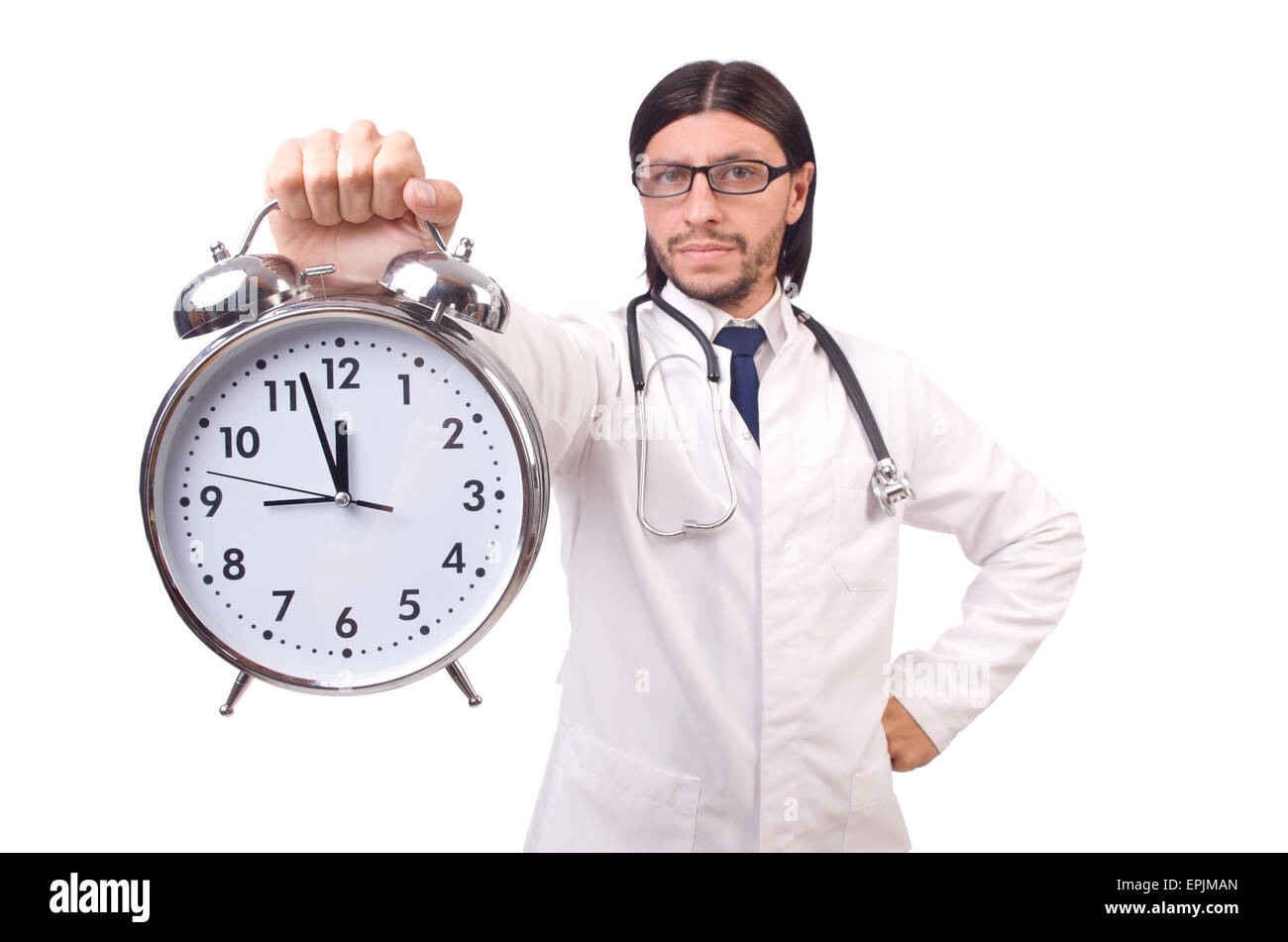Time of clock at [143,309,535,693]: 11:57
